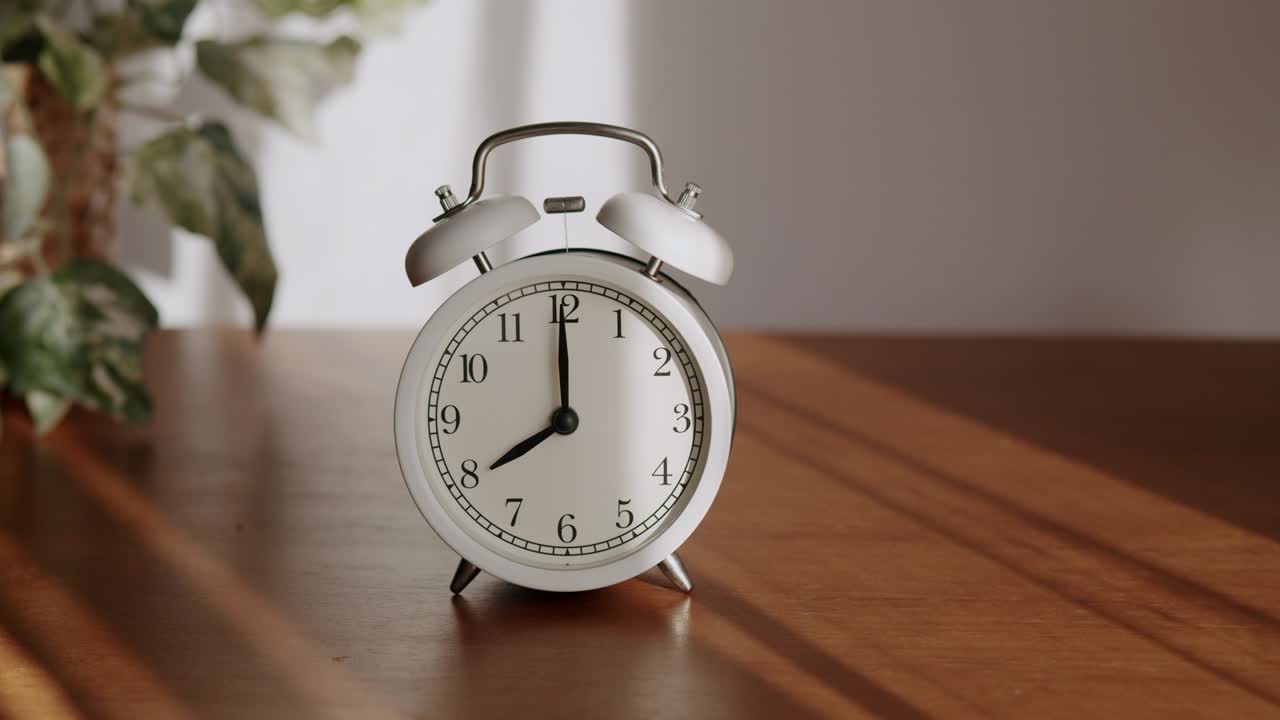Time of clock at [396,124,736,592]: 8:00
